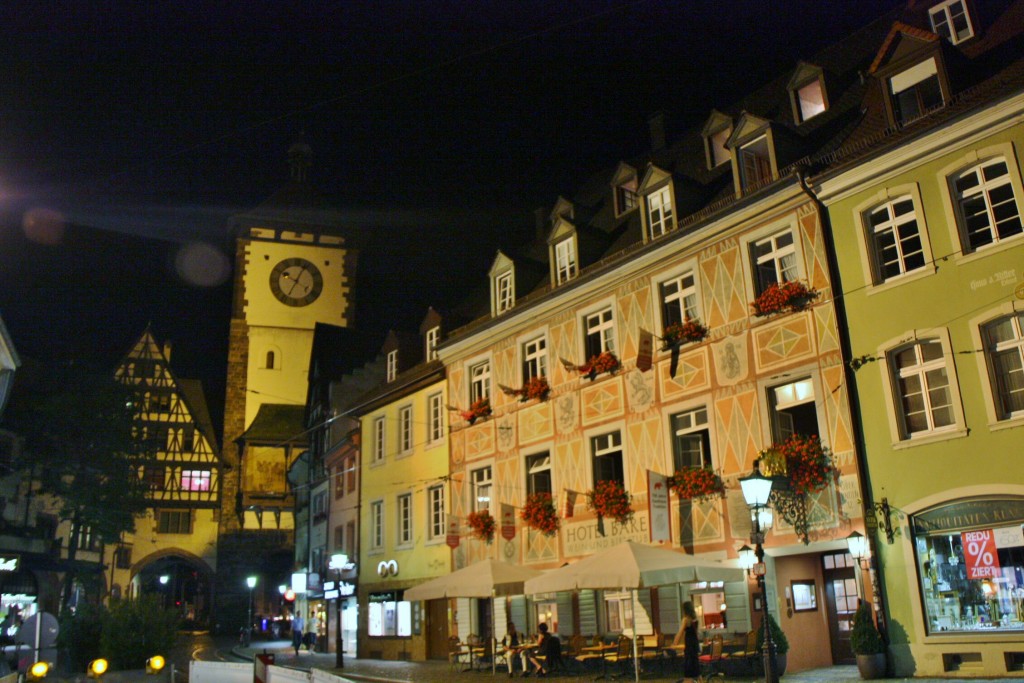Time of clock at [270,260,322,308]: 10:04
